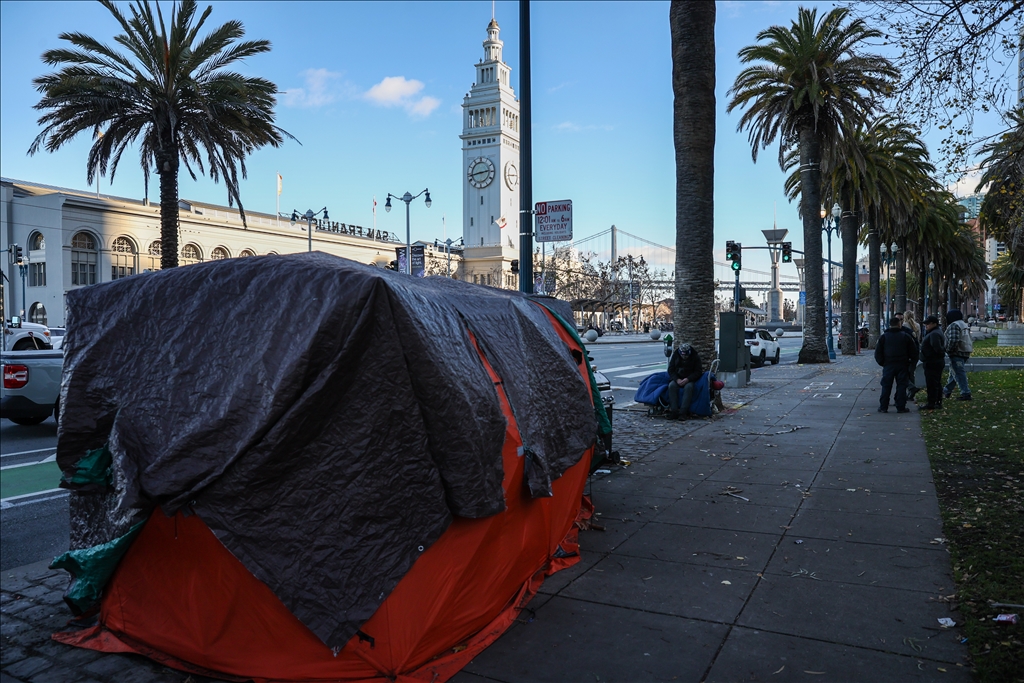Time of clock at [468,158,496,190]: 2:43
